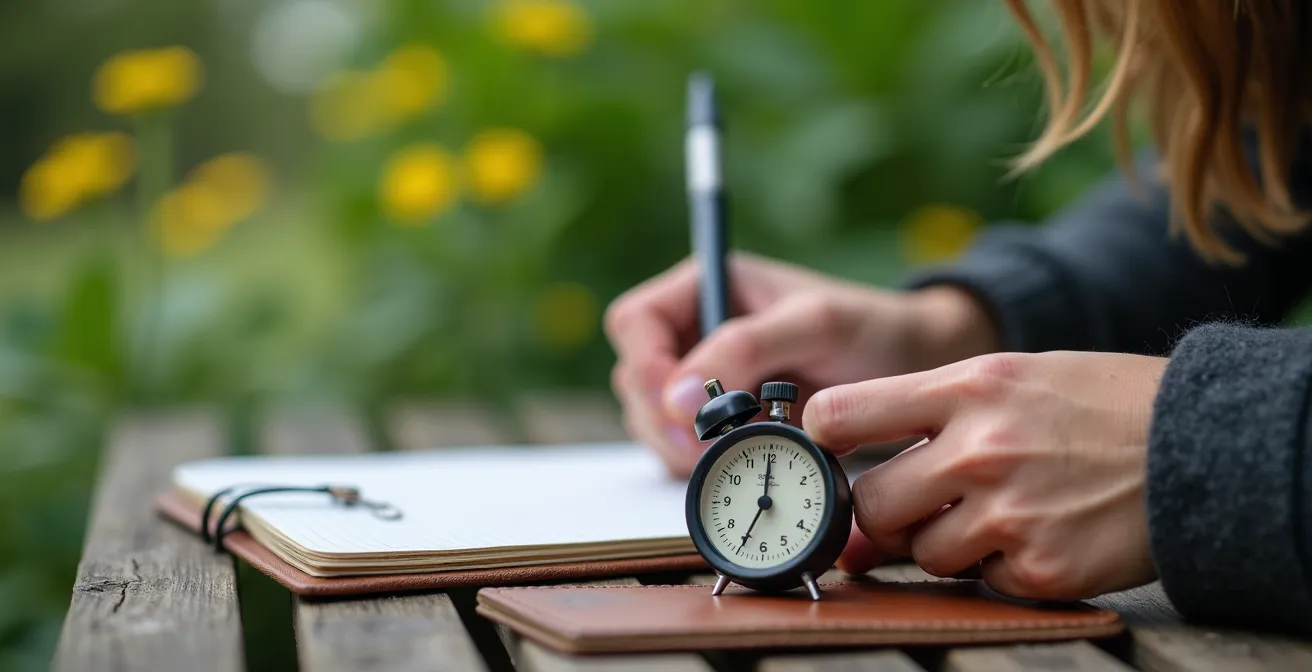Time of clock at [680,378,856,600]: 7:00
